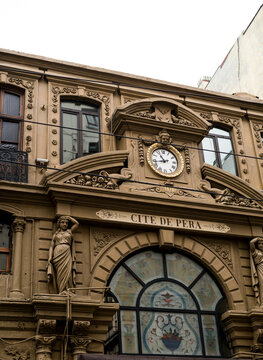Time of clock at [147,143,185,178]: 10:42
